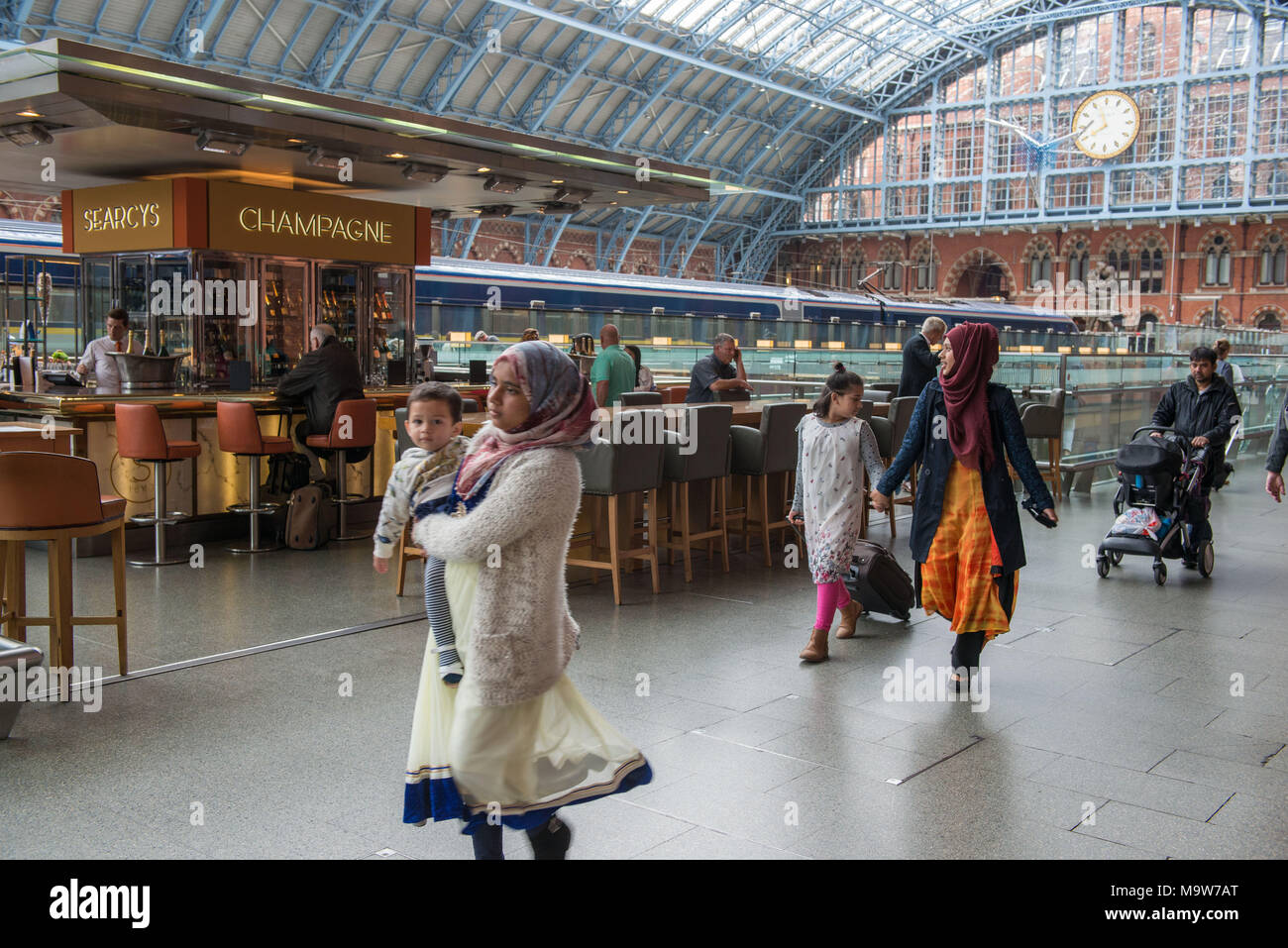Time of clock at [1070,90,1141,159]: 7:57
